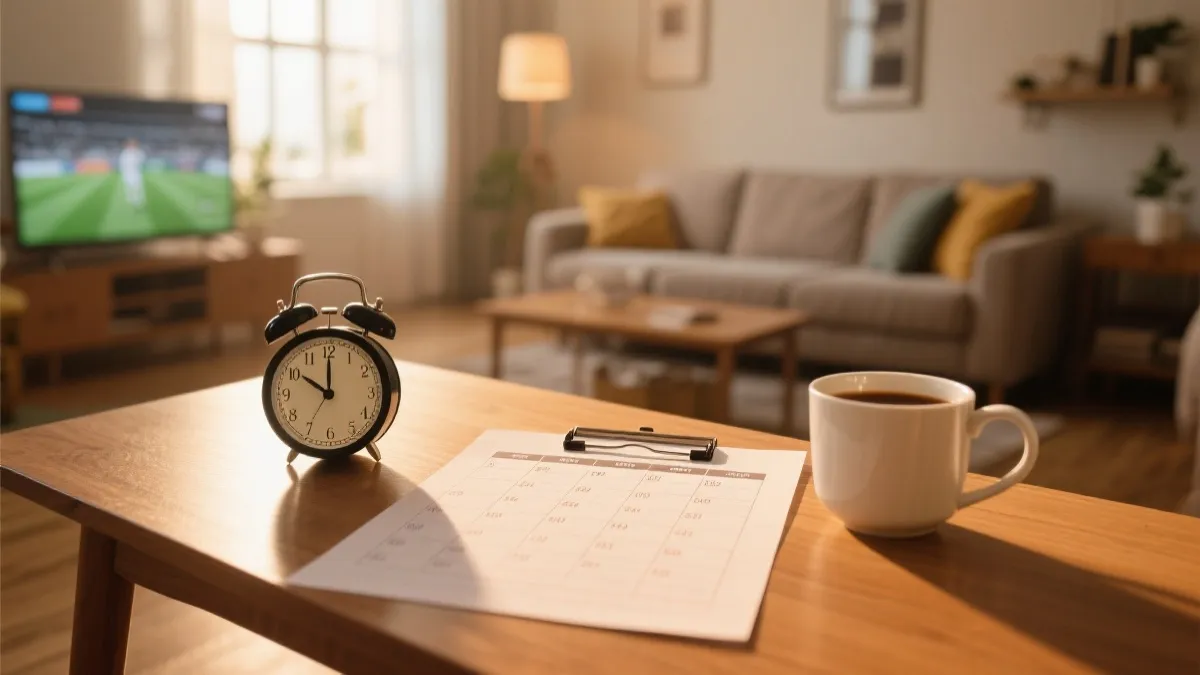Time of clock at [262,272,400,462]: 10:00
